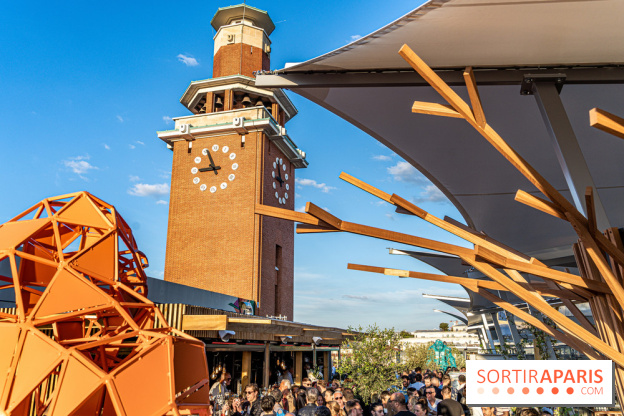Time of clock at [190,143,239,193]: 8:56
